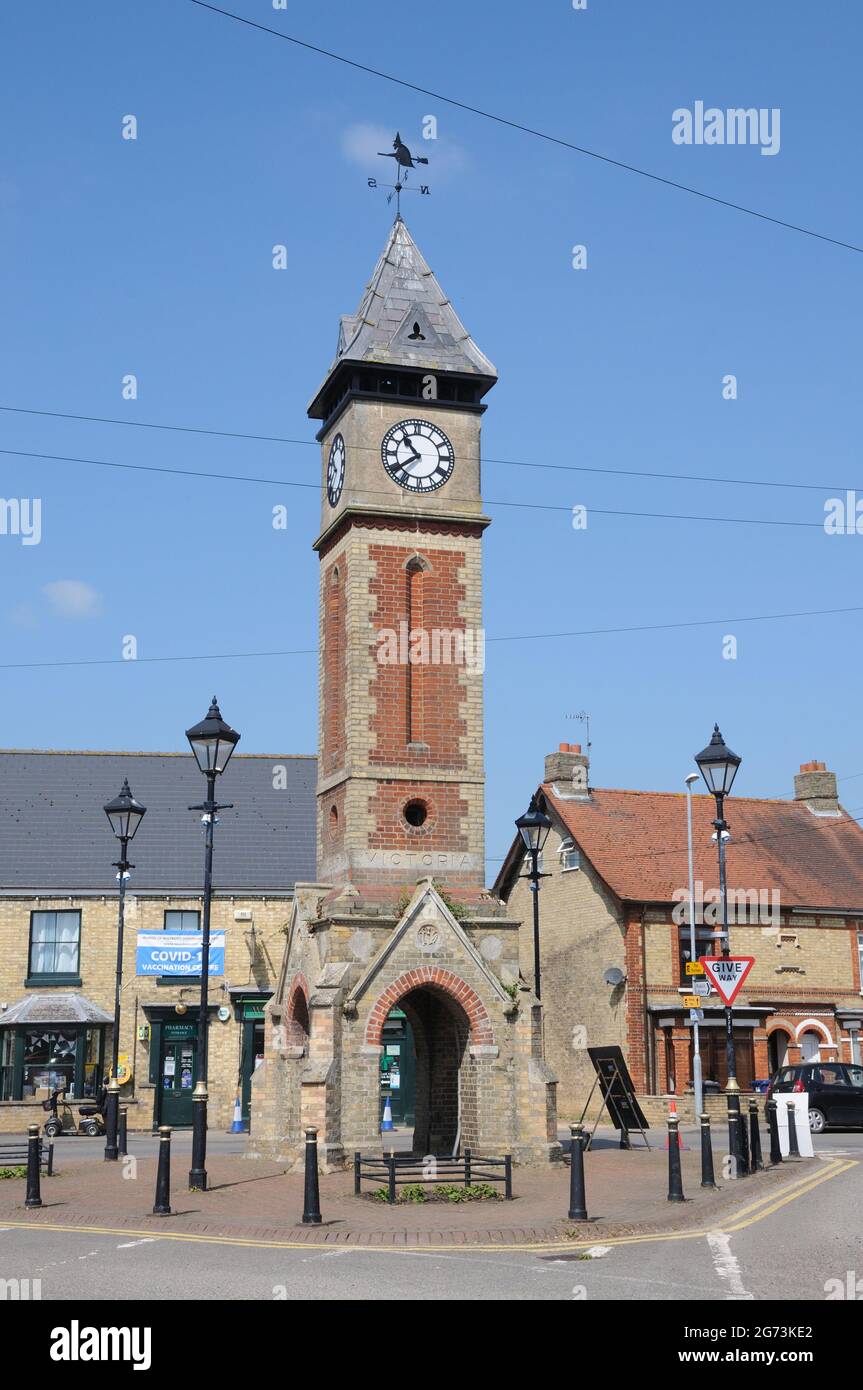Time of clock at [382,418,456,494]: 10:39
